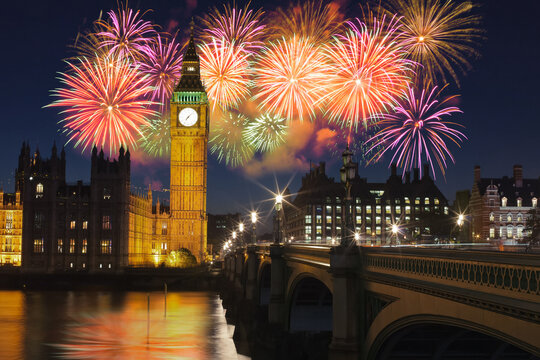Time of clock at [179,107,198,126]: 7:07
